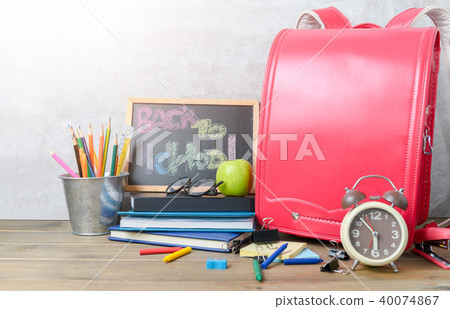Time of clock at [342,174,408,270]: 5:53
